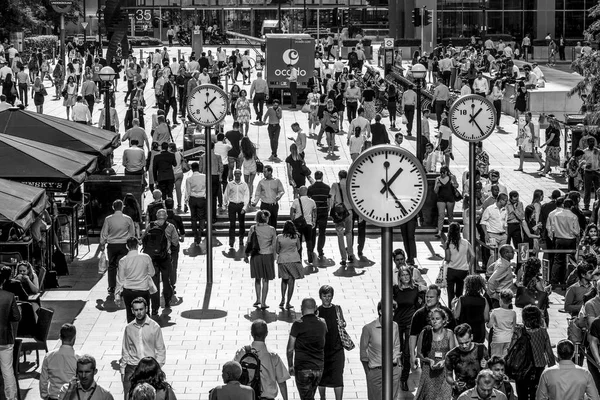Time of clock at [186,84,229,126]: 1:24
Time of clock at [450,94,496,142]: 1:24
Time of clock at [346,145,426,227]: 1:24
